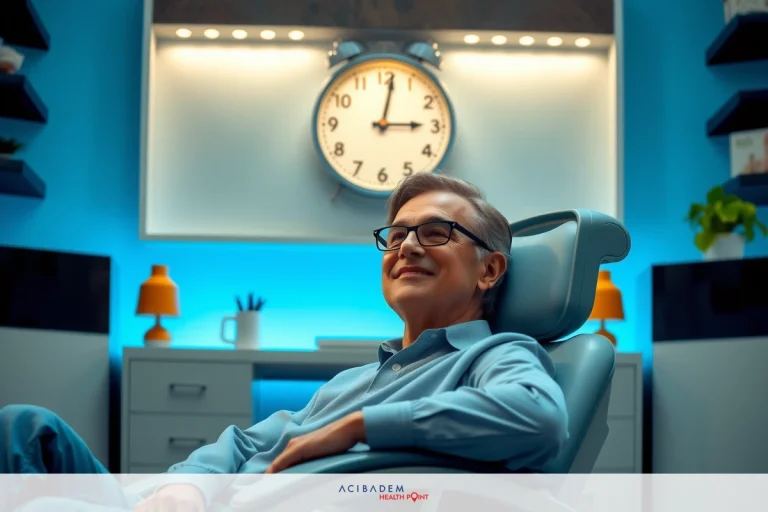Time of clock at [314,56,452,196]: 3:01
